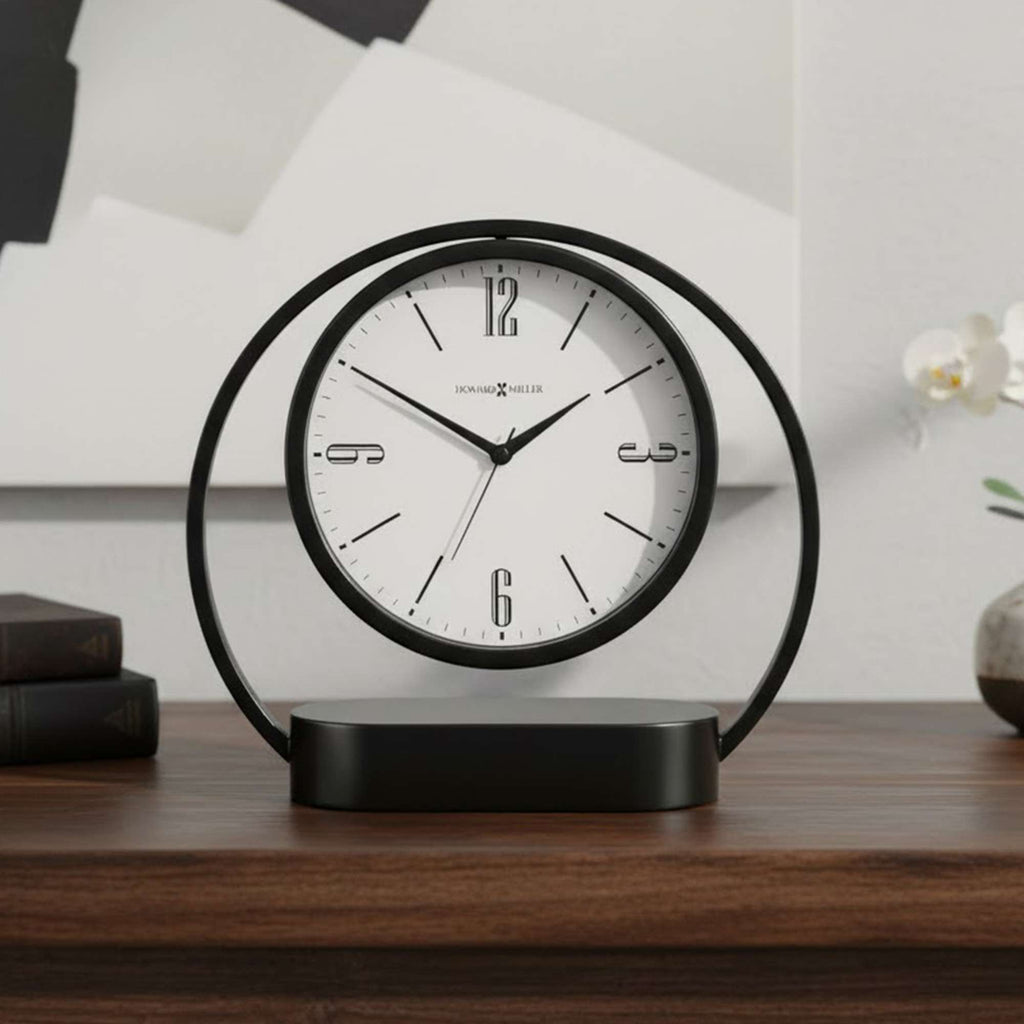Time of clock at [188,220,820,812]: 1:50
